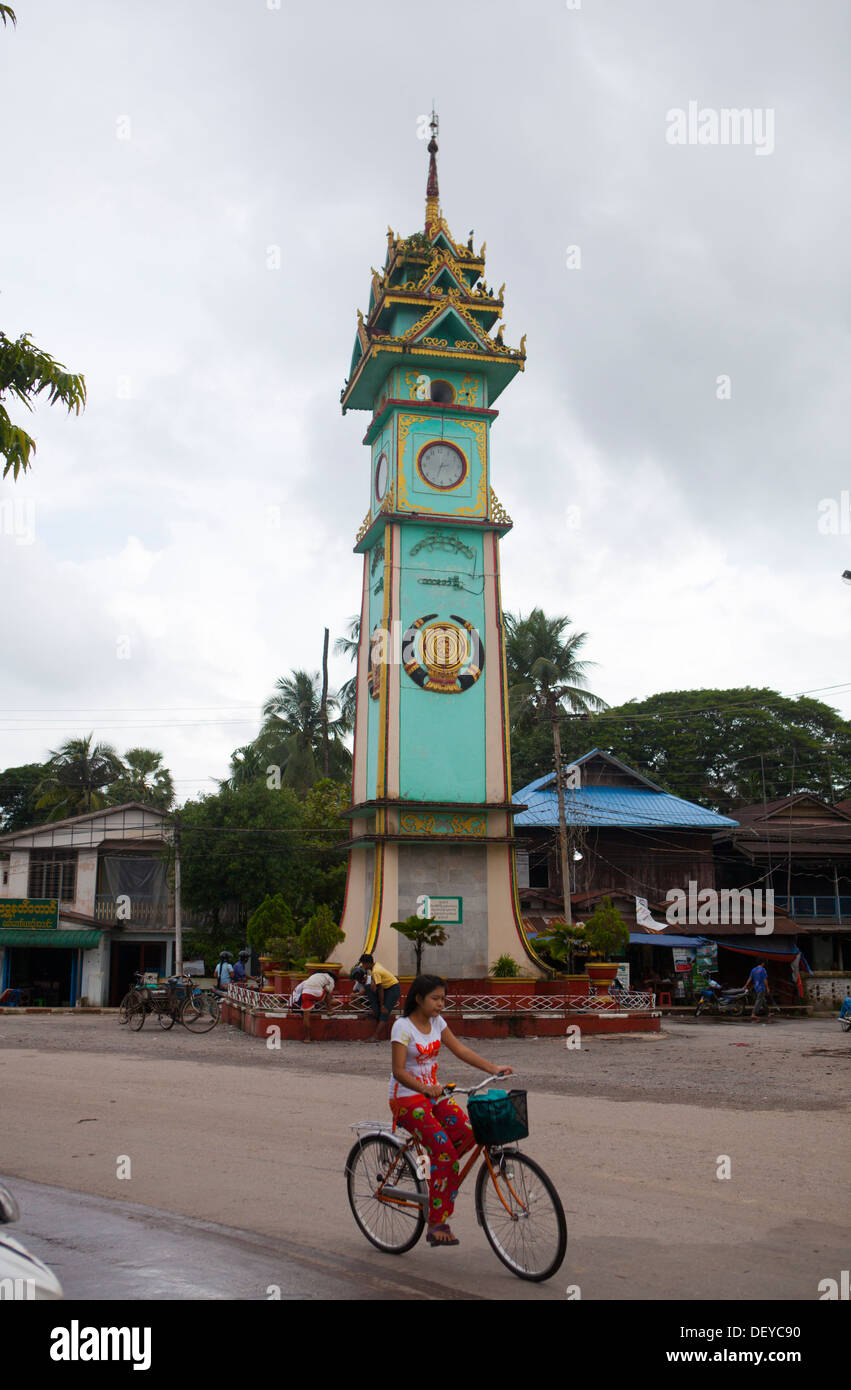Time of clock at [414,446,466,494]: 2:33
